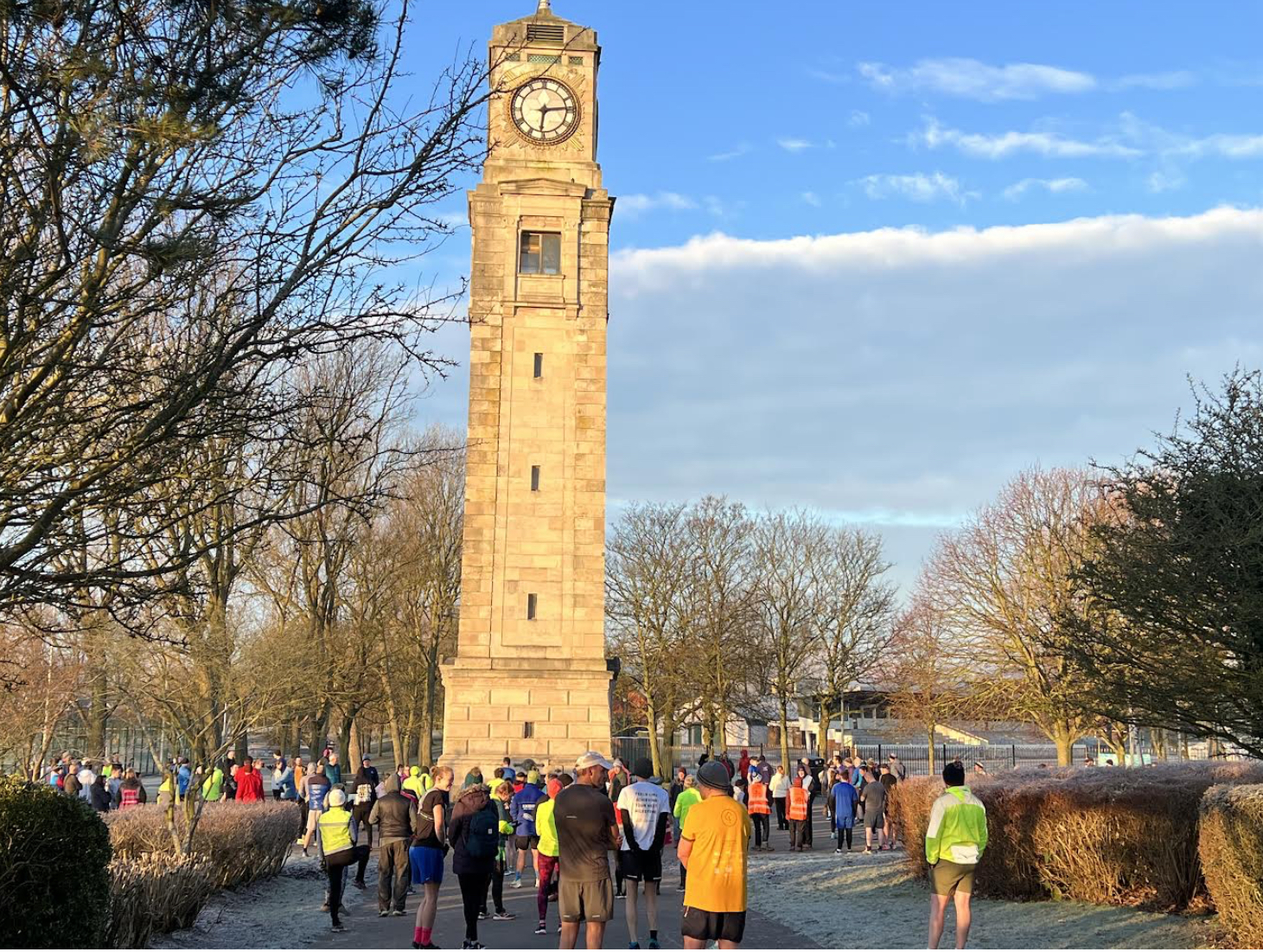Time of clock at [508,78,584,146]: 6:14
